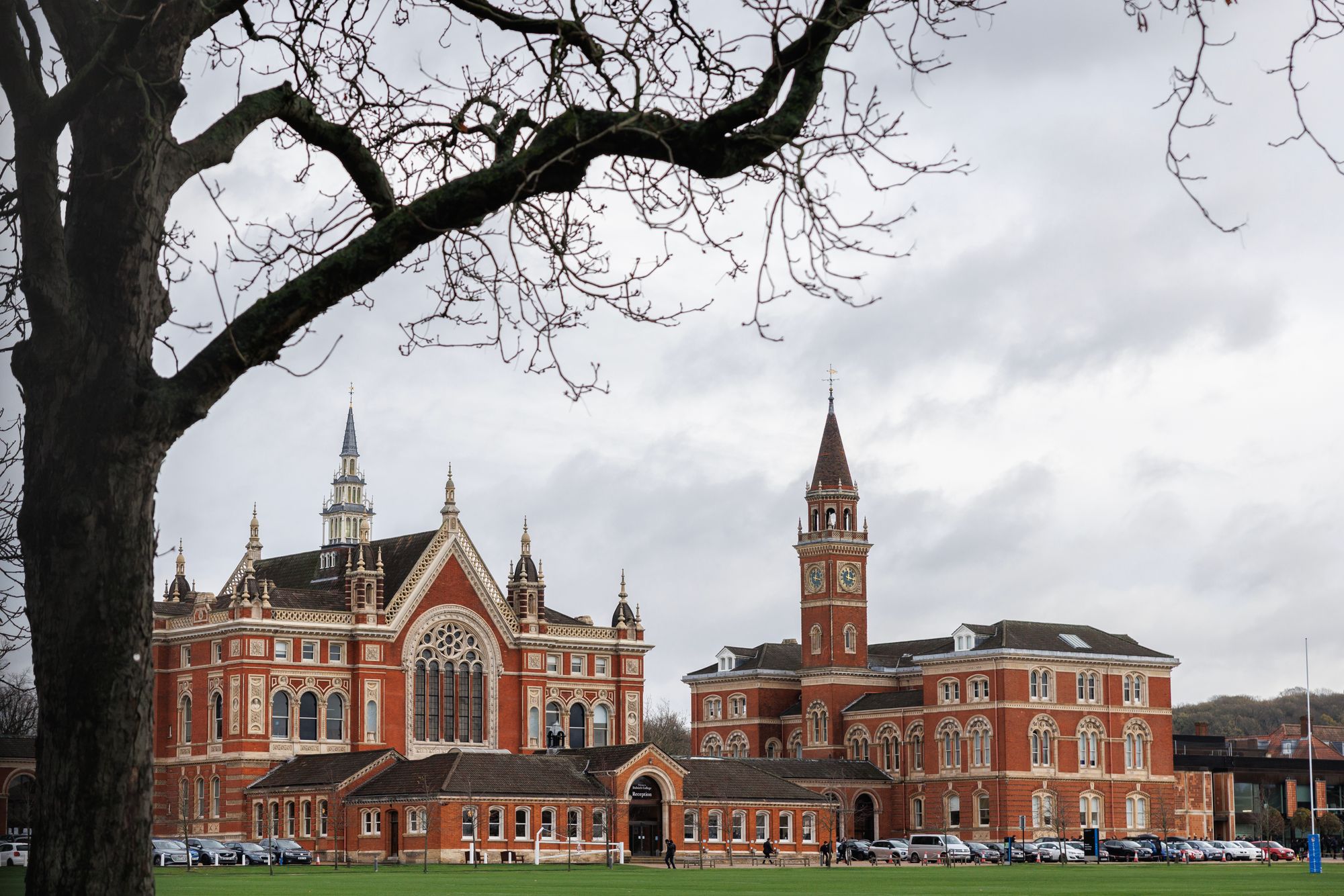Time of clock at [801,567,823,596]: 12:16
